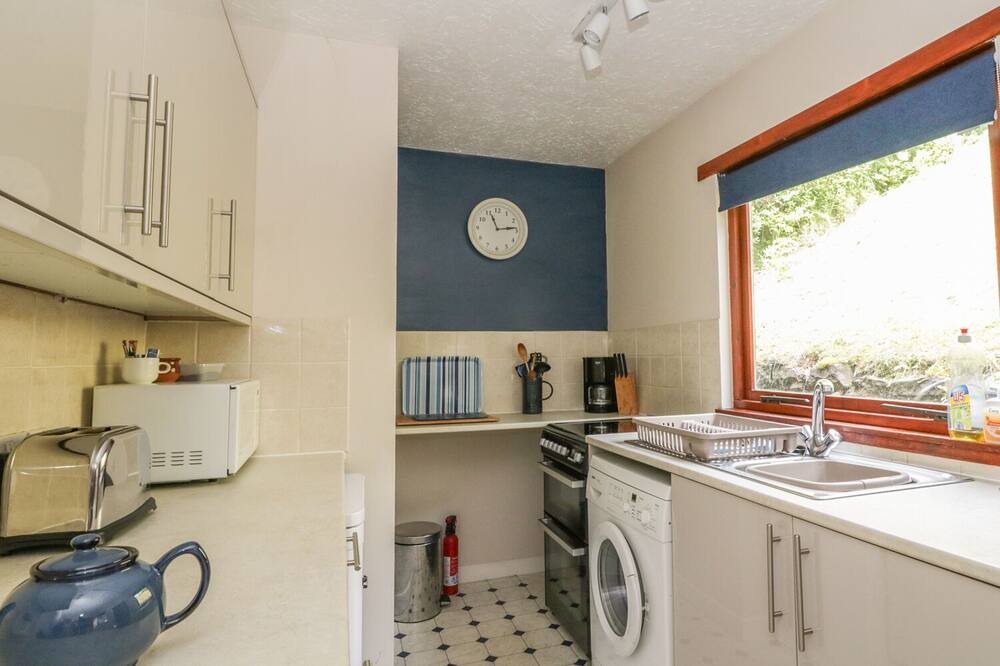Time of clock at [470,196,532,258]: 11:13
